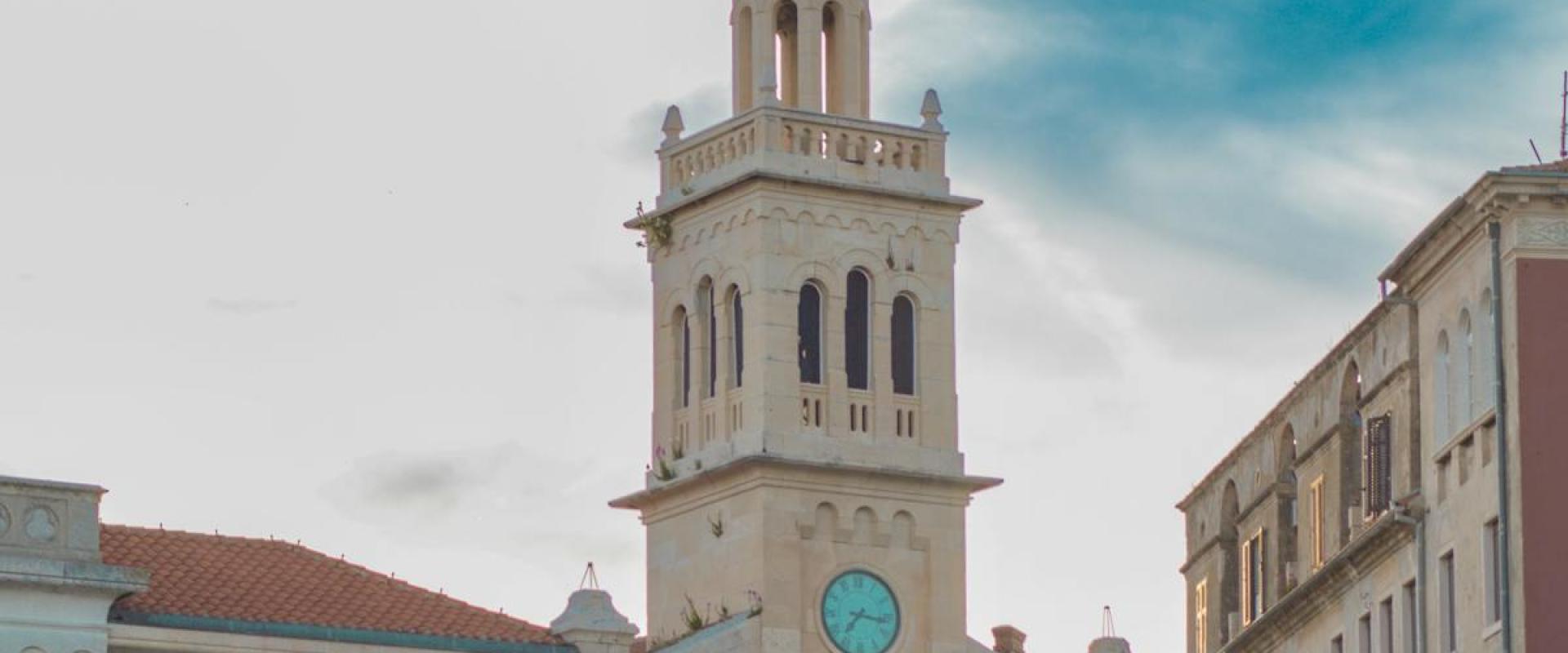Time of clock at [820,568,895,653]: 7:16
